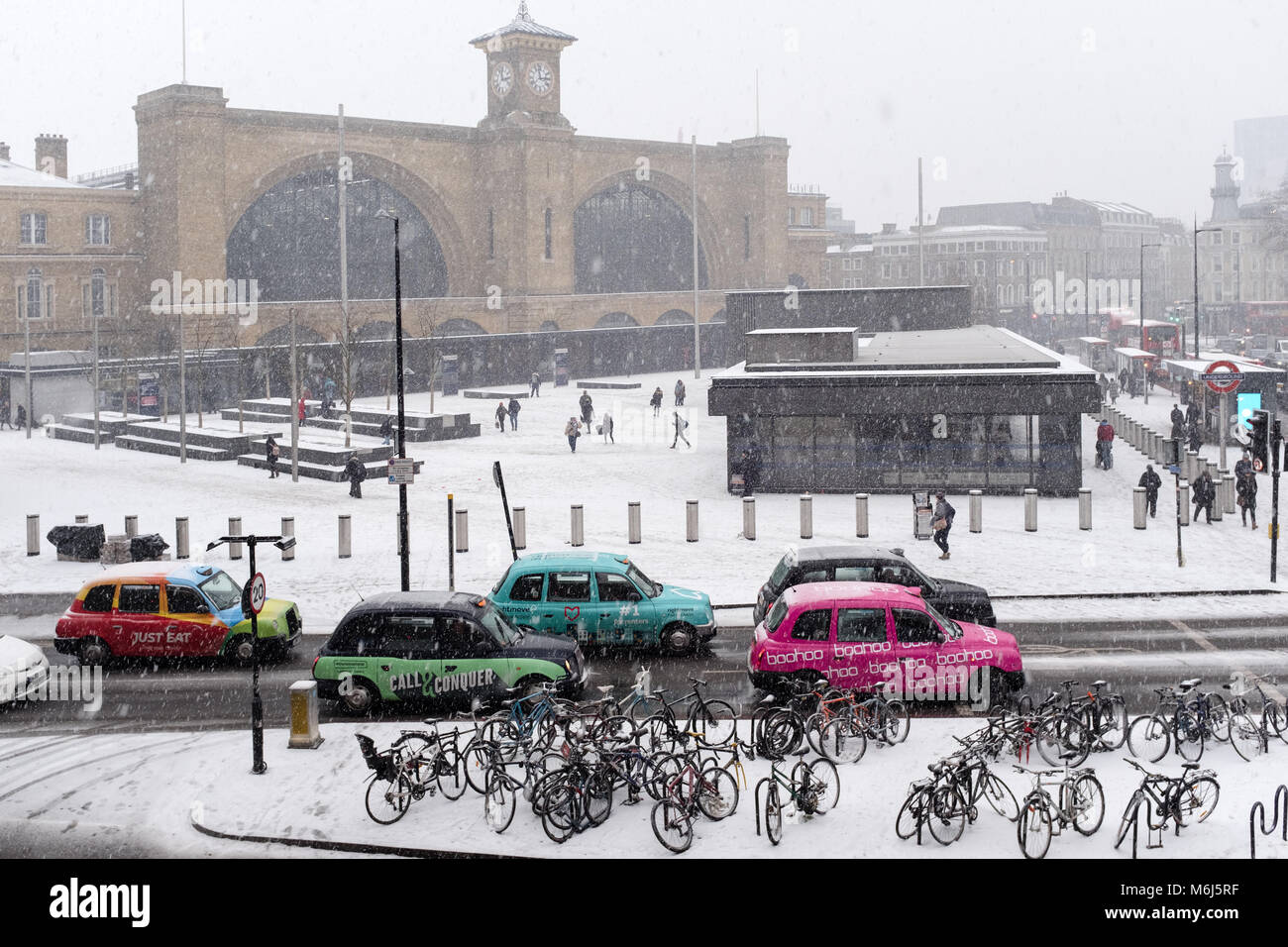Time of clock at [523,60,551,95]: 2:58
